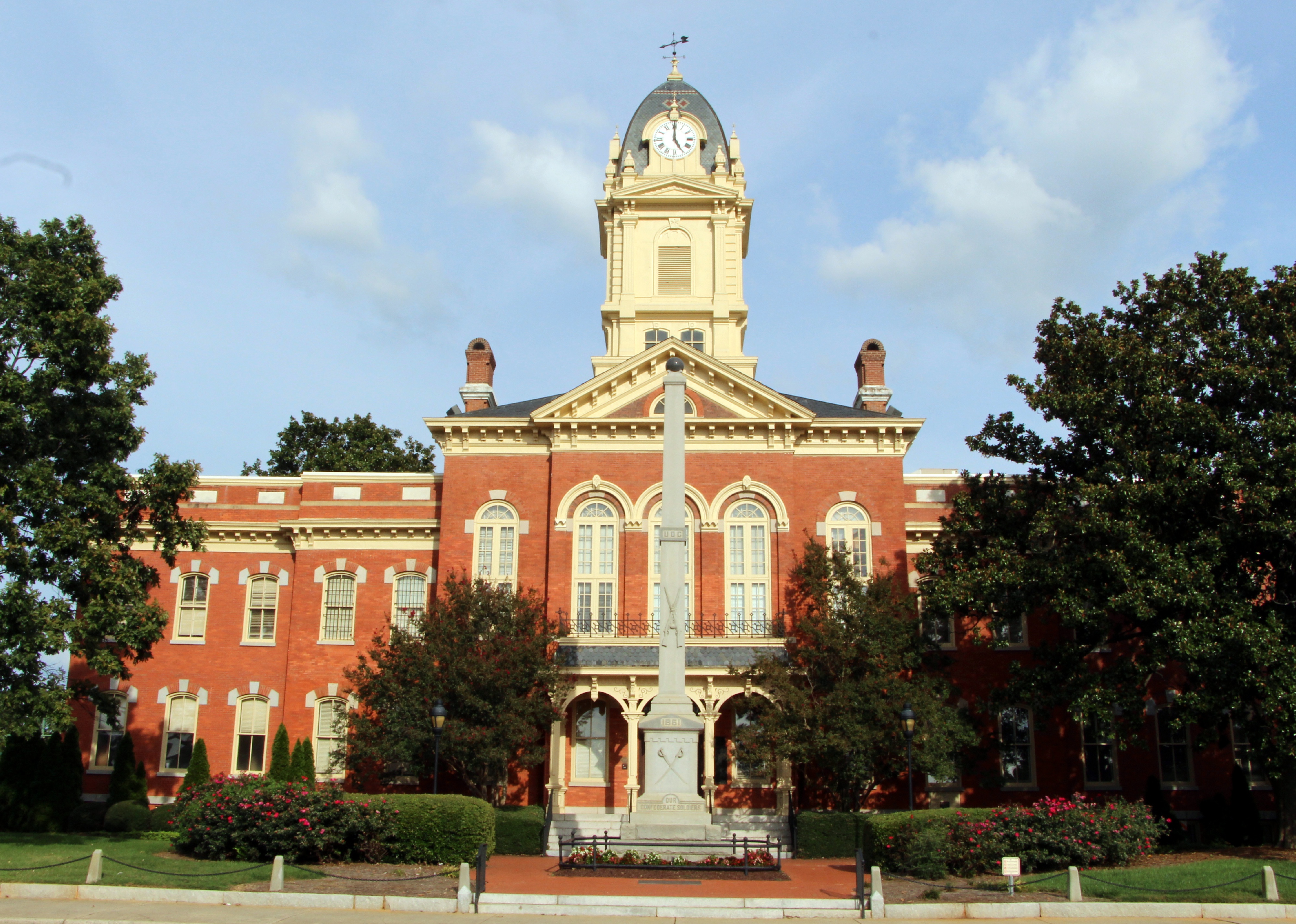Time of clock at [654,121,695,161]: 4:59
